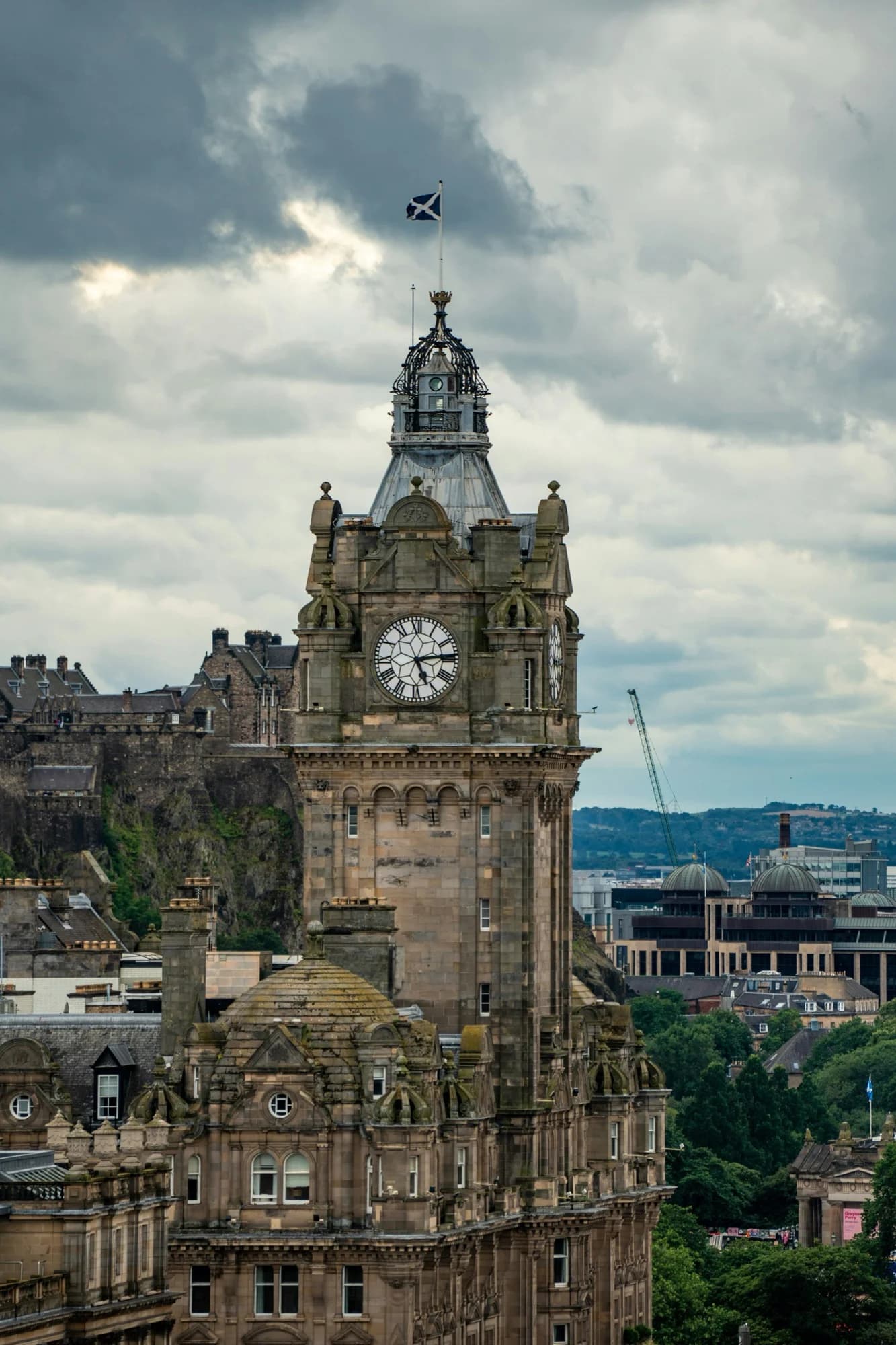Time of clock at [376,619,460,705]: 5:13
